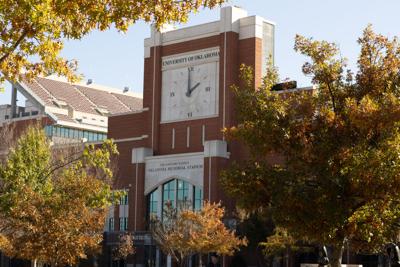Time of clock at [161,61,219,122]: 2:00
